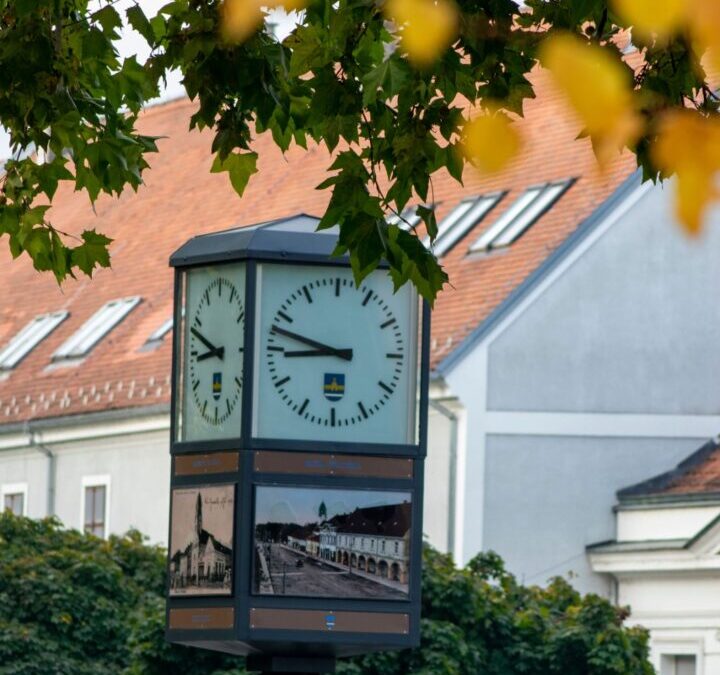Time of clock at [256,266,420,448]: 8:47
